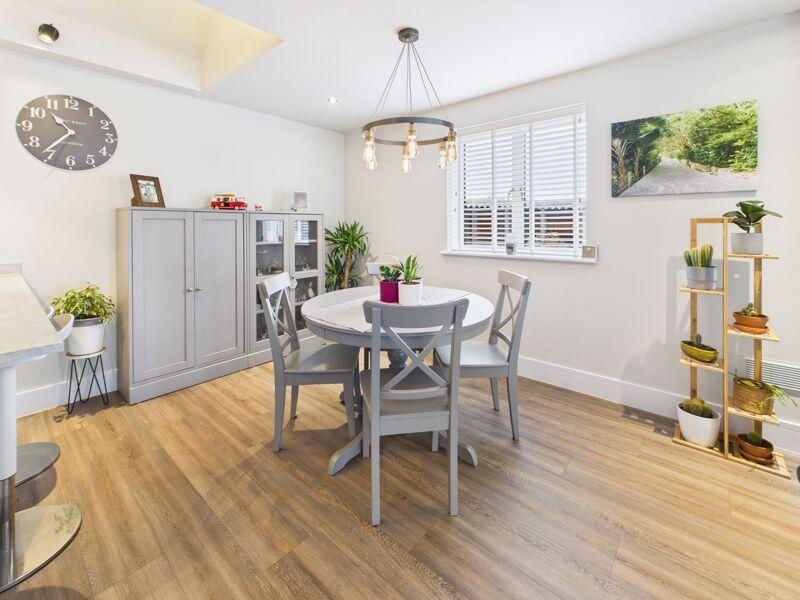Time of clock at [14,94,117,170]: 10:36
